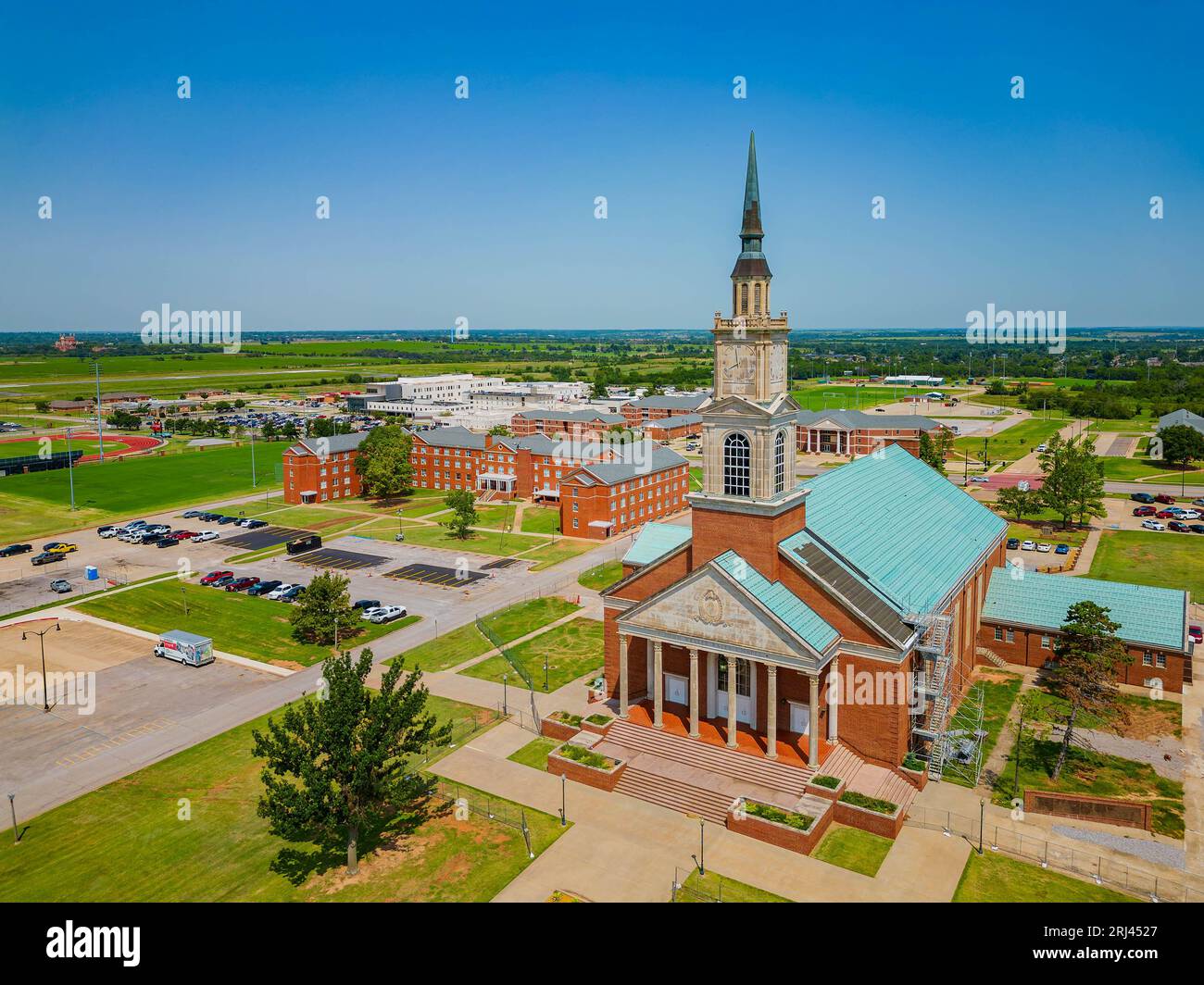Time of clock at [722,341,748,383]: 7:58
